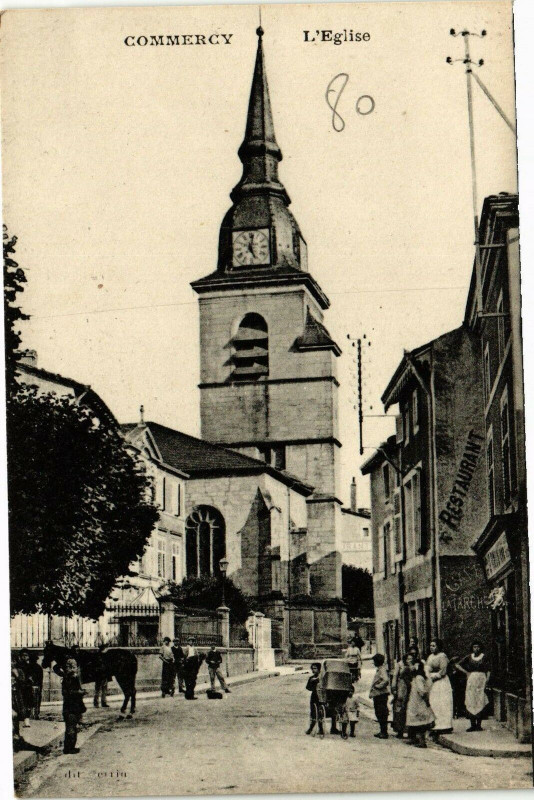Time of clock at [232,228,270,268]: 5:01
